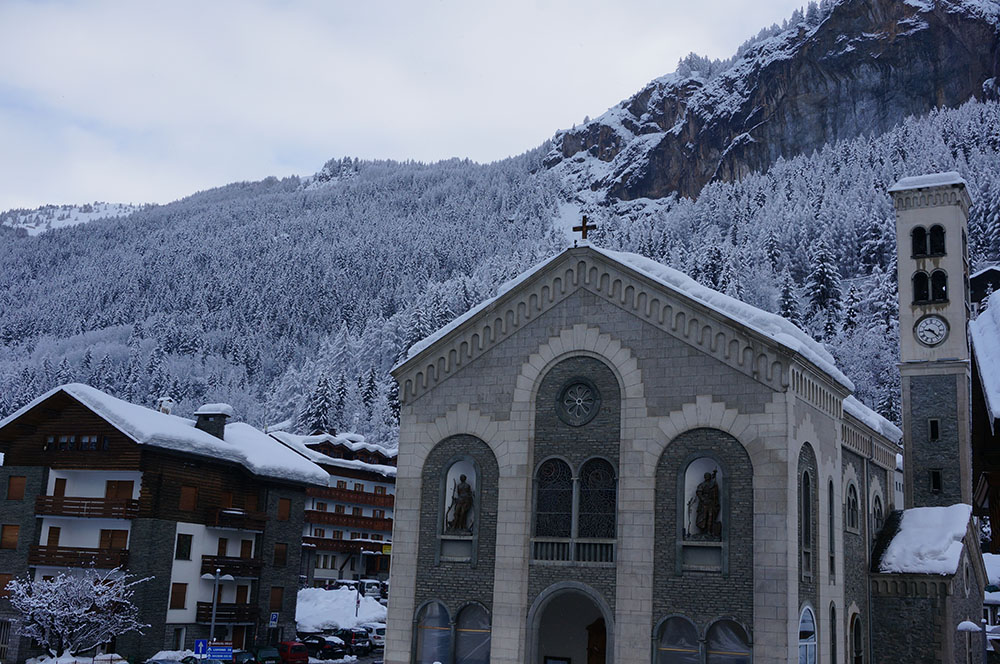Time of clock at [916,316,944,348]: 9:22
